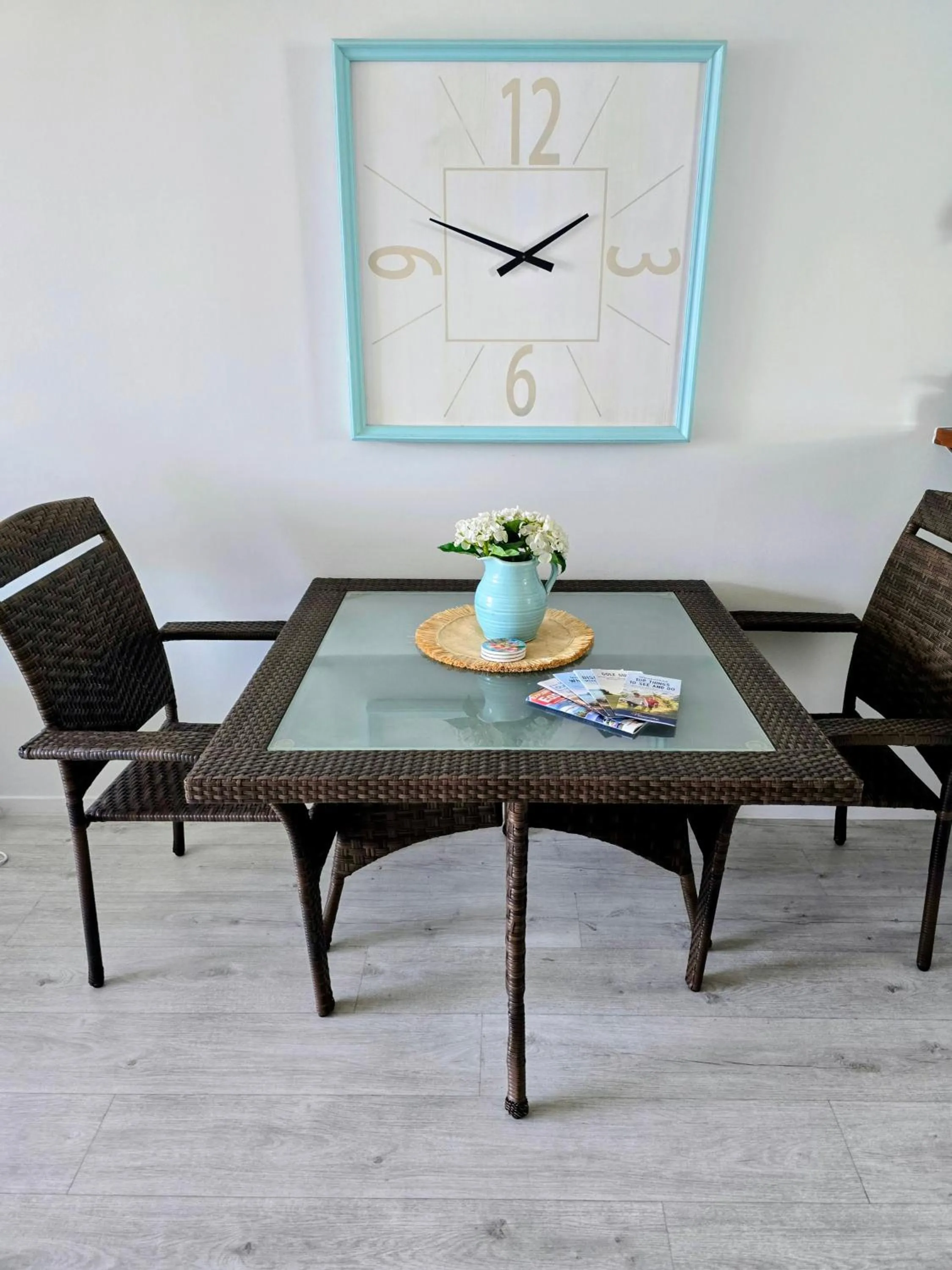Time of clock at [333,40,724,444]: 1:48
